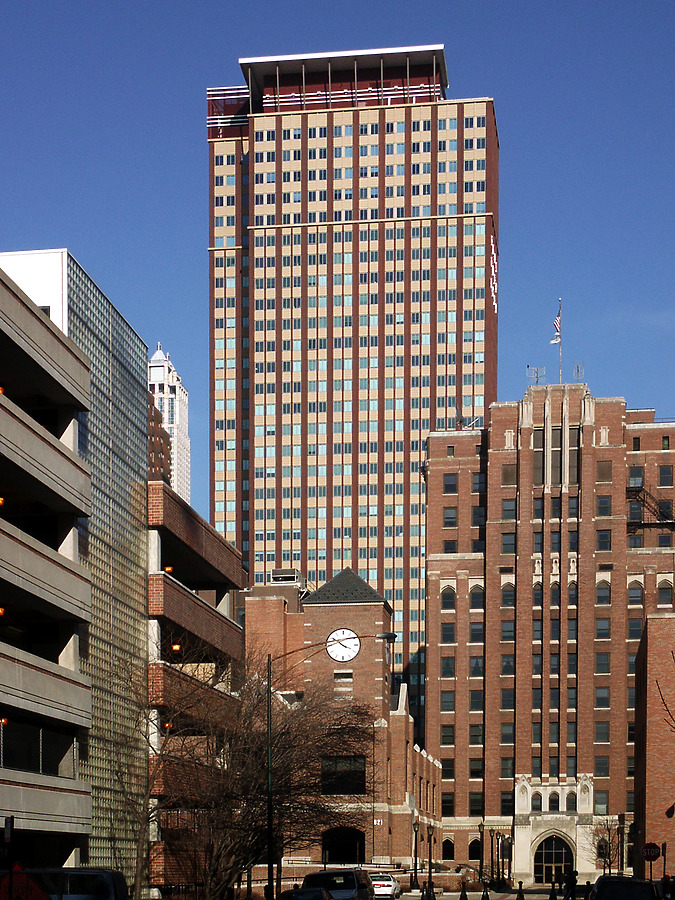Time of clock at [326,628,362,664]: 3:50
